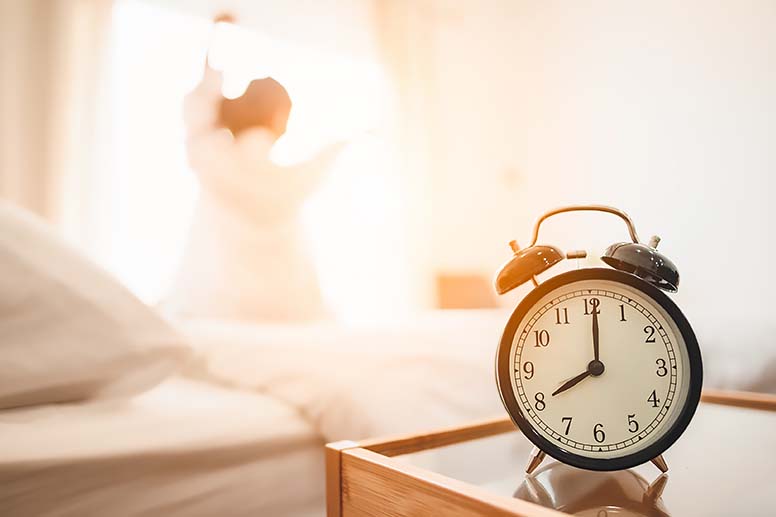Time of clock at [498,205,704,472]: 8:00
